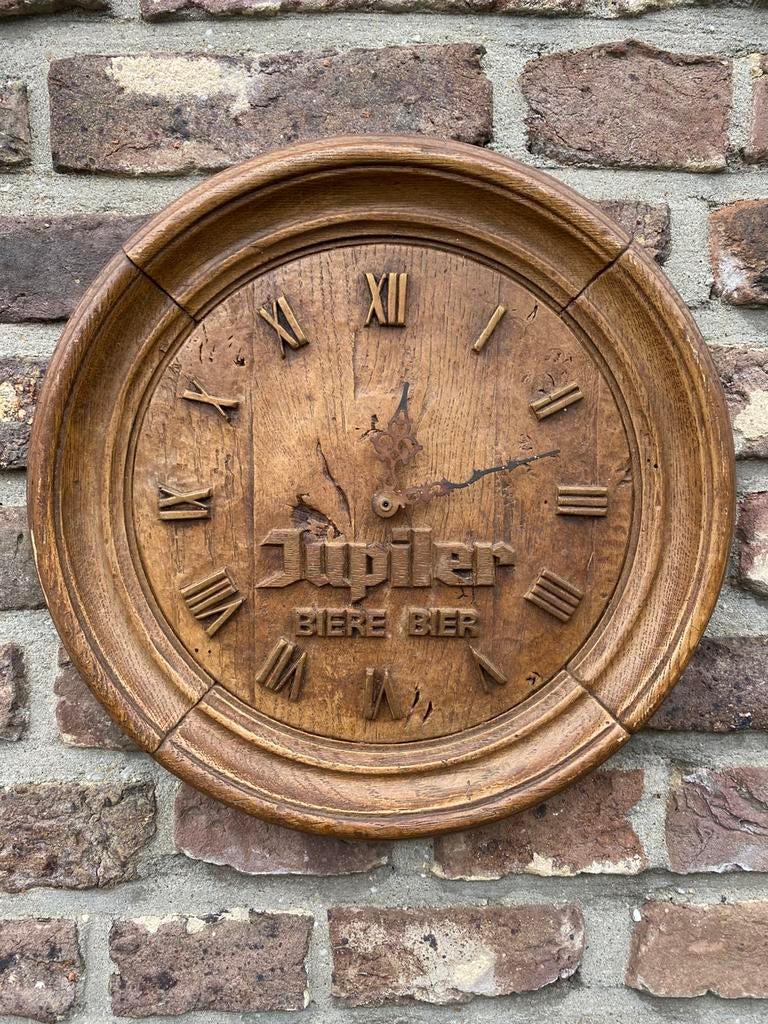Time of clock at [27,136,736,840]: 12:11
